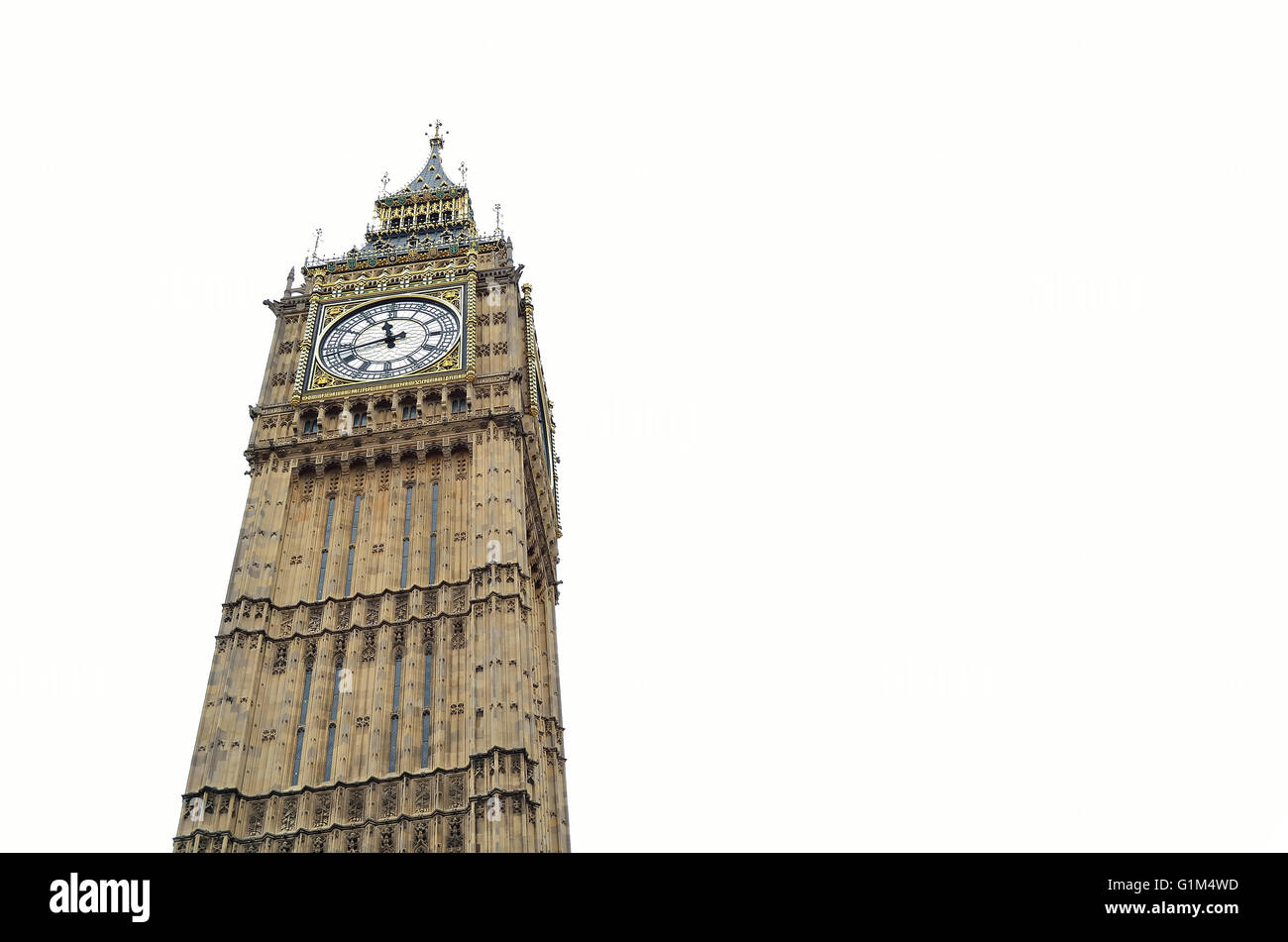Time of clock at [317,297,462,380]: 11:42
